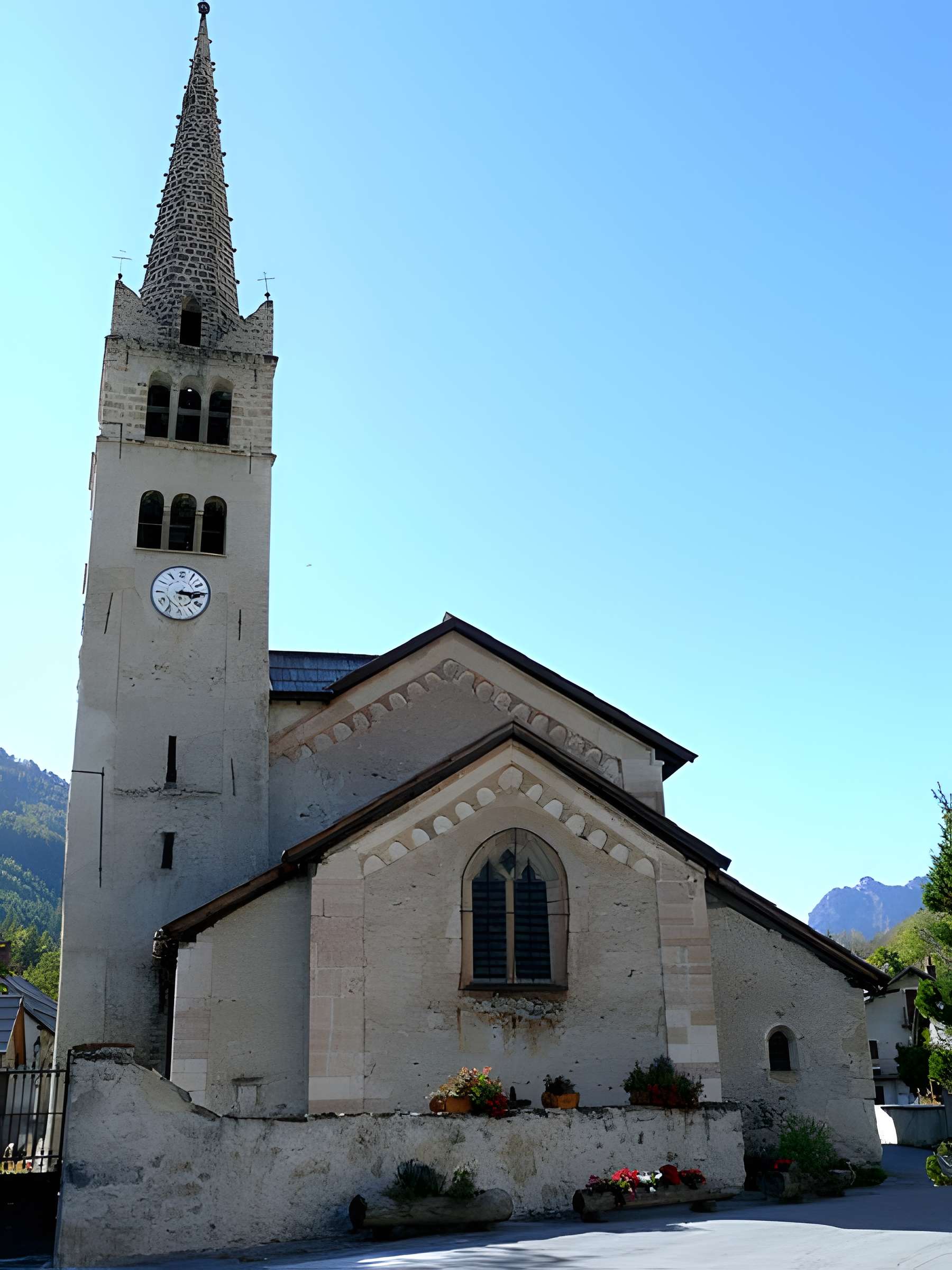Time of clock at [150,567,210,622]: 3:14
